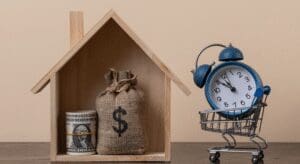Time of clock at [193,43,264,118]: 10:50
